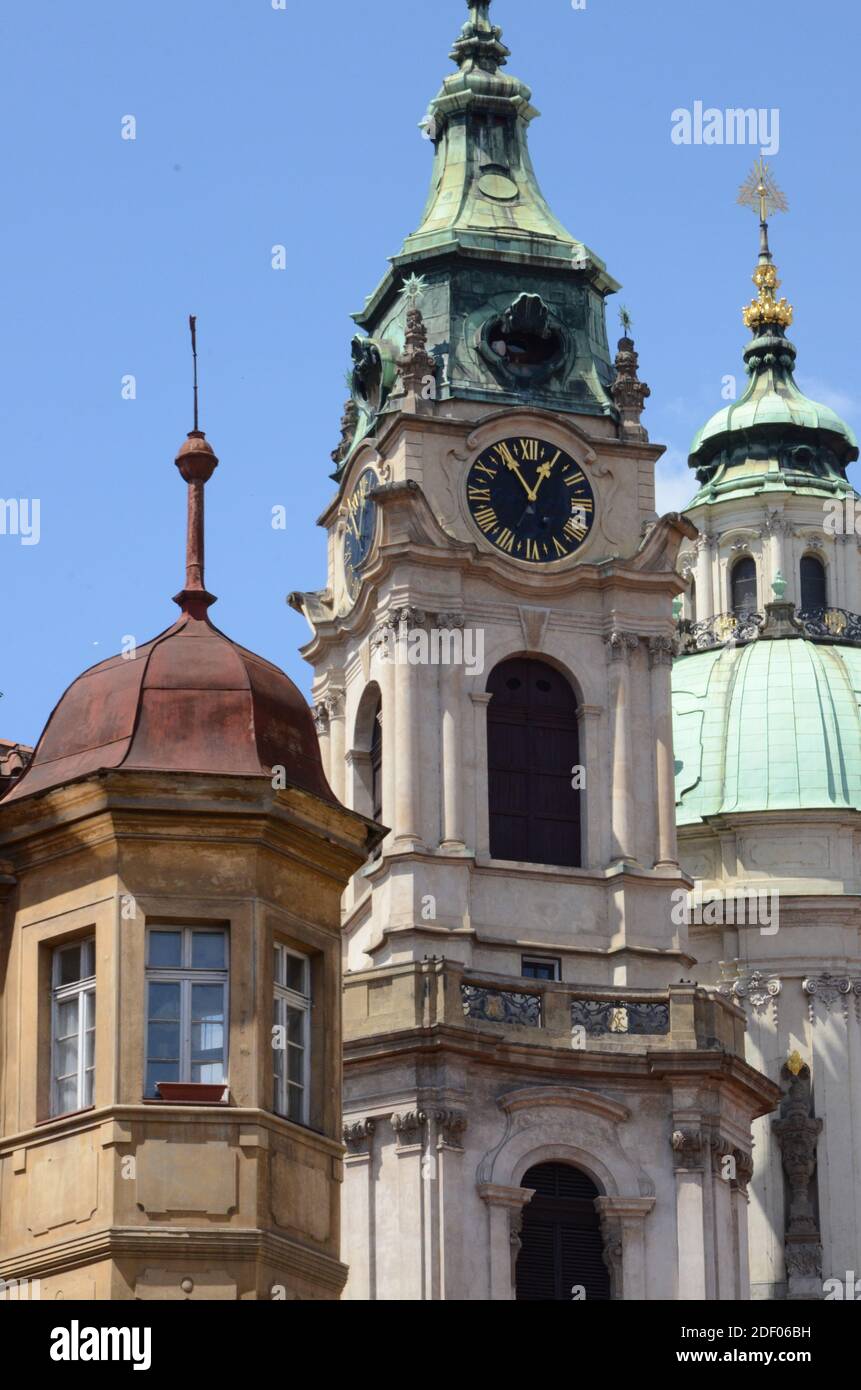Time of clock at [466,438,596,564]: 12:55
